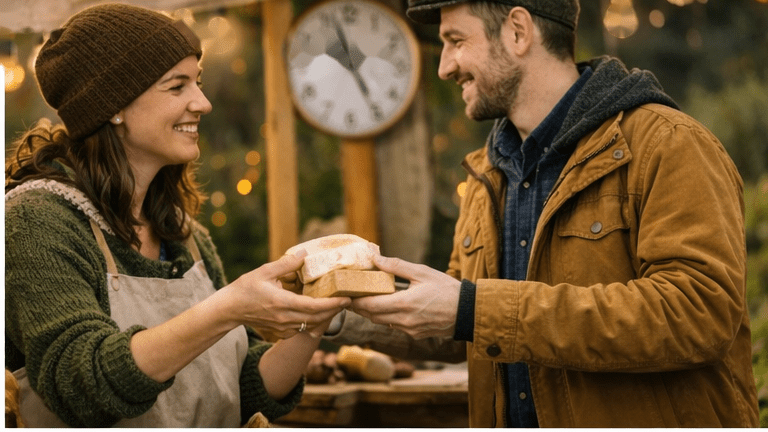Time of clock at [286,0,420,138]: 4:56
